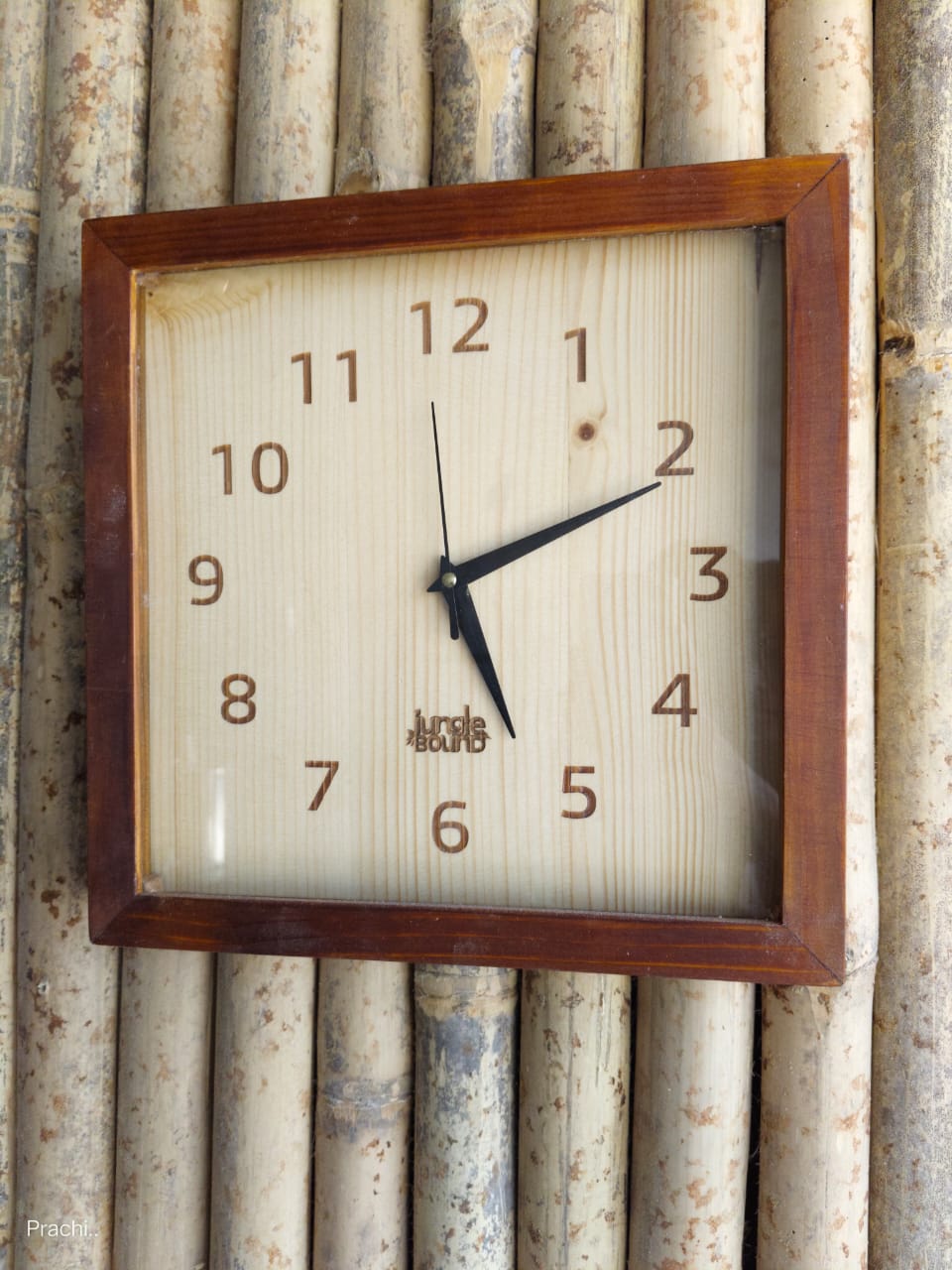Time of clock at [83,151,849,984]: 5:11
